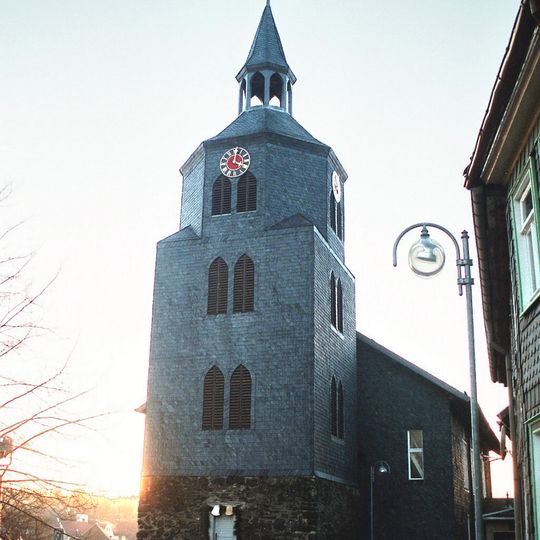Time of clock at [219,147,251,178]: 4:01
